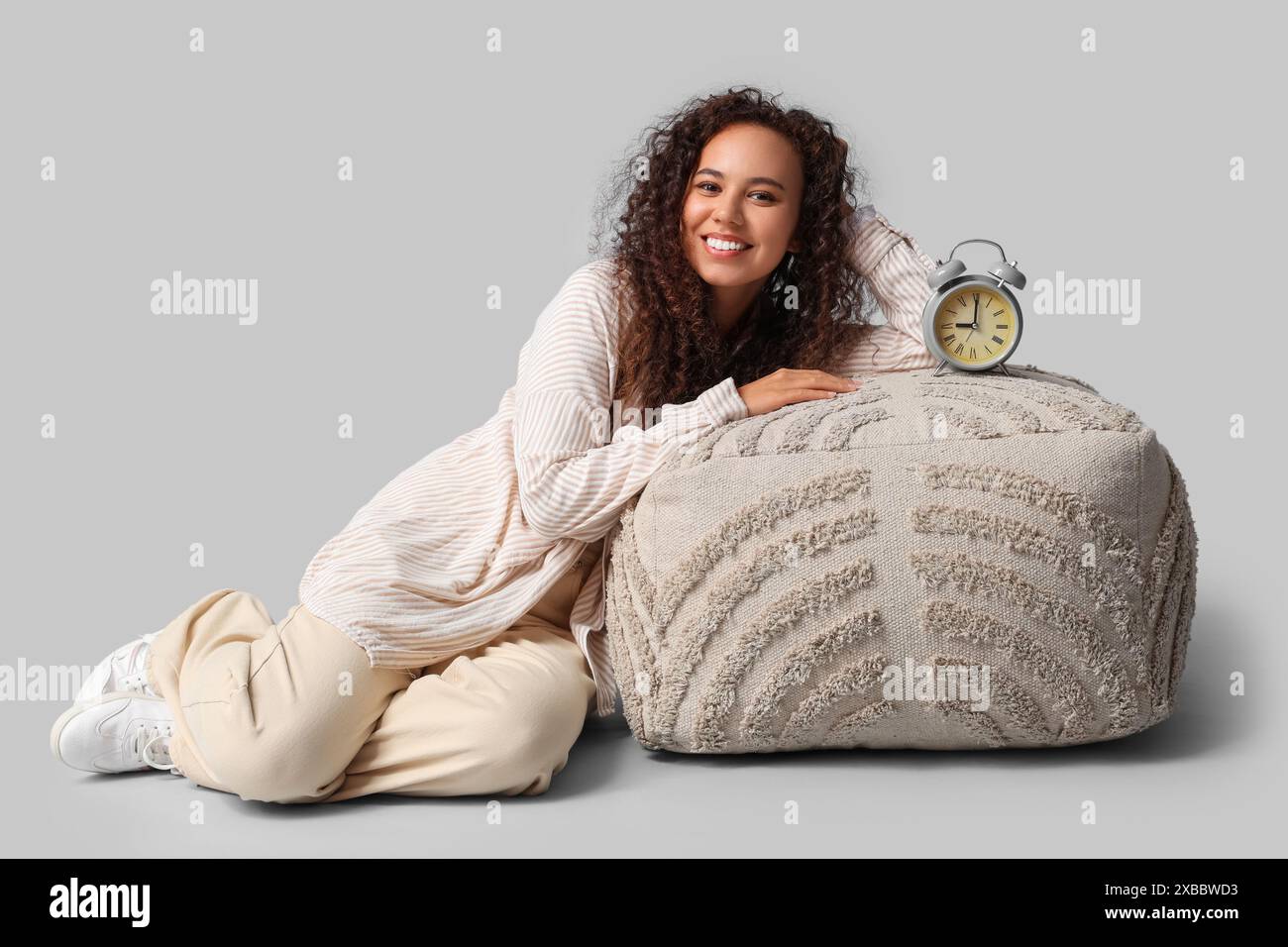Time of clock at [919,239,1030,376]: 9:00
